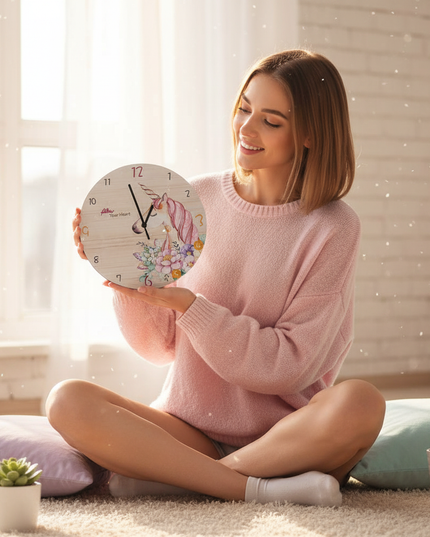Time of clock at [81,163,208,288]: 12:57
